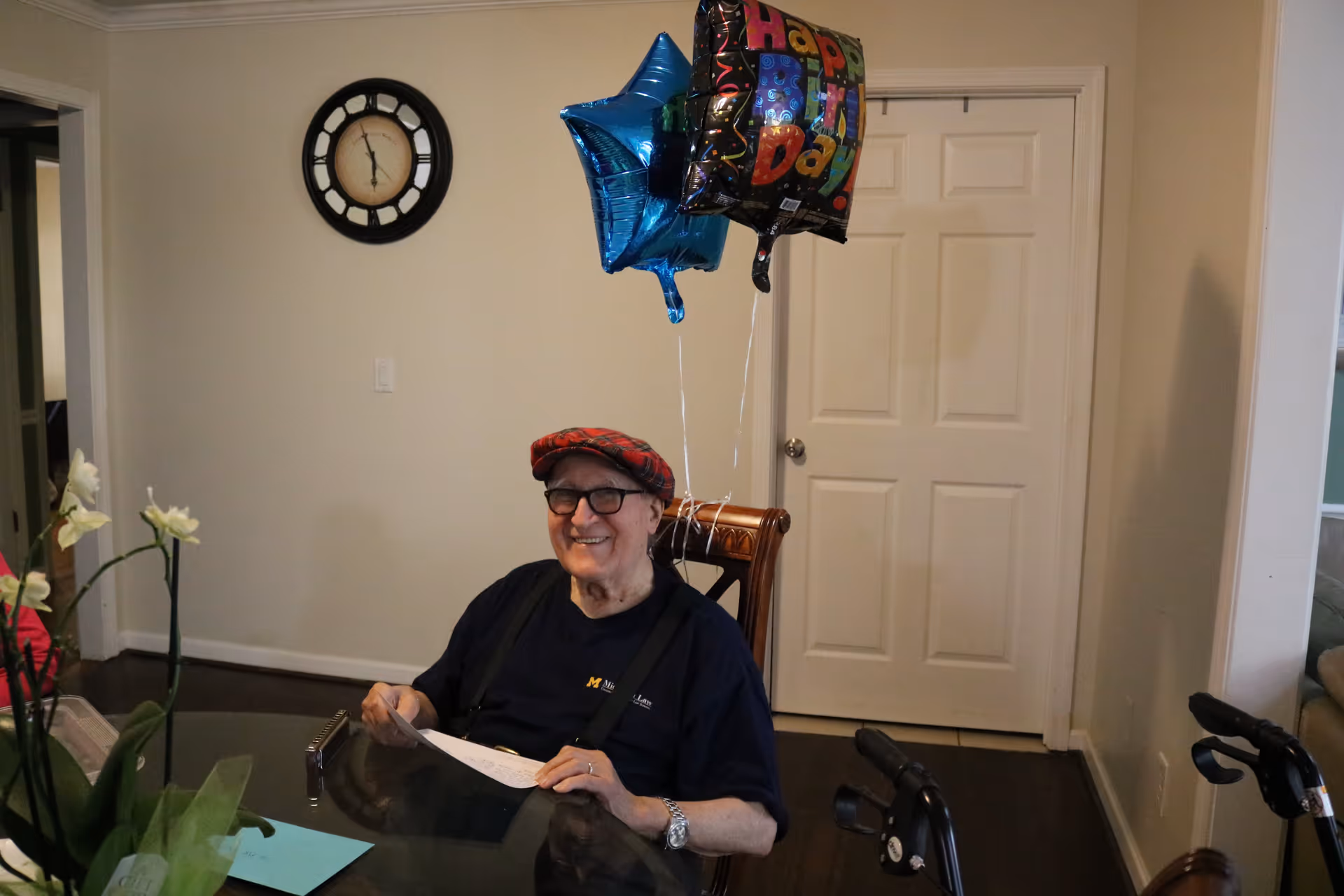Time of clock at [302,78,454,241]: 5:56
